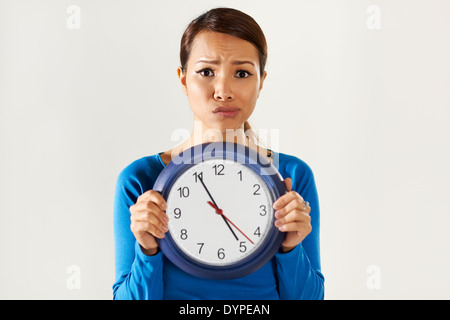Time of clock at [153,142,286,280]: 4:55
